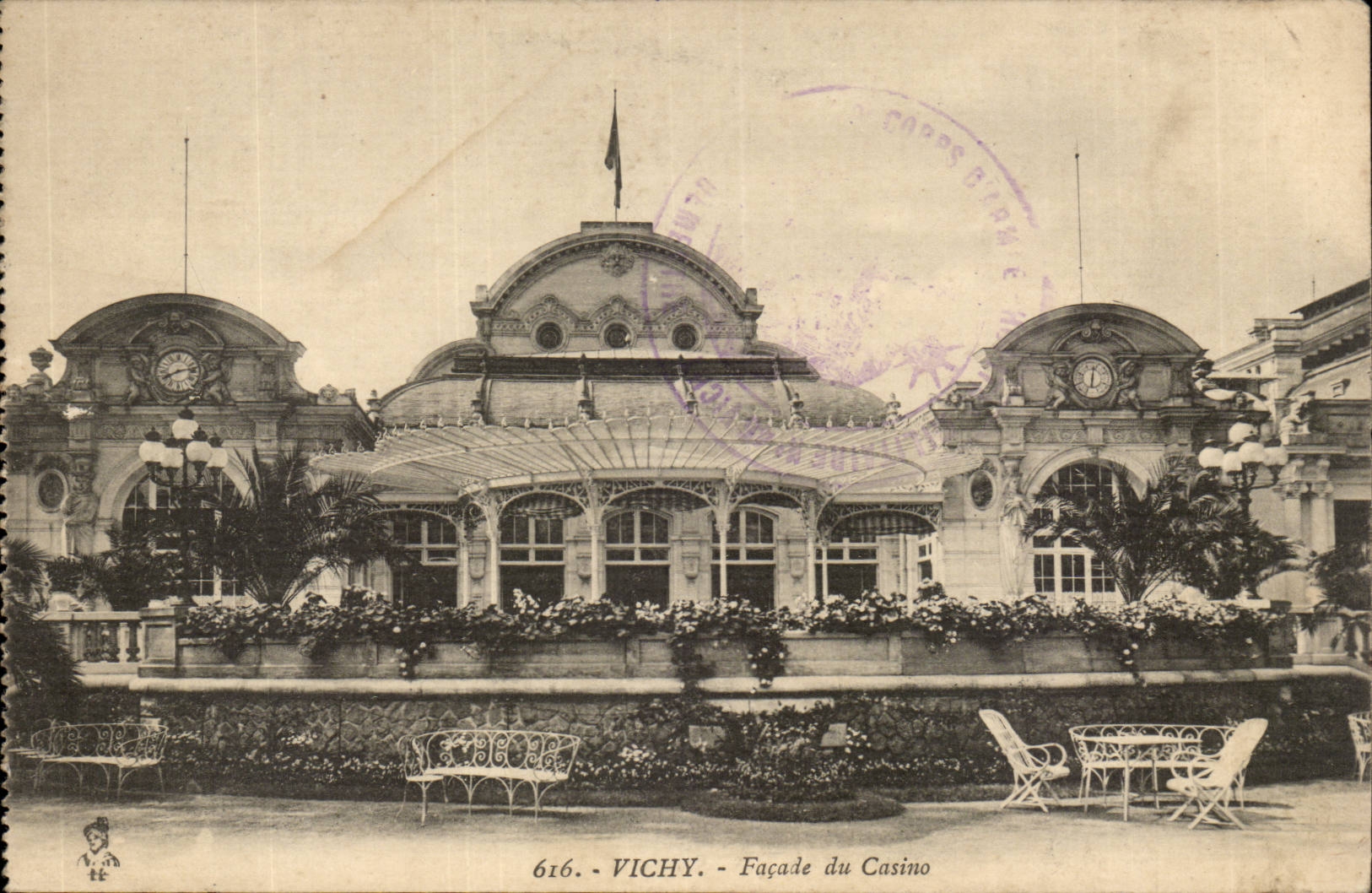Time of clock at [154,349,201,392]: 8:12
